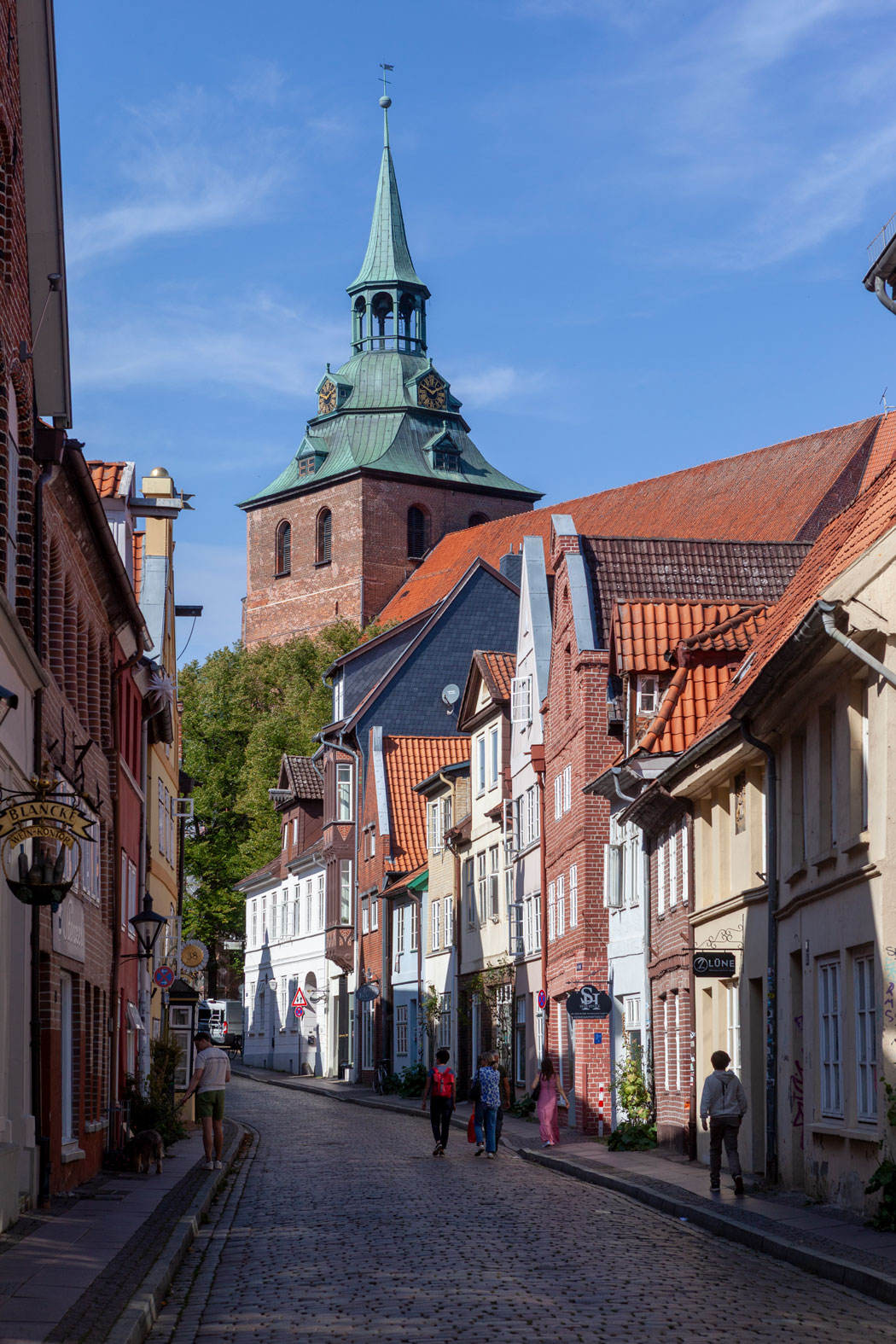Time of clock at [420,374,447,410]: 1:50
